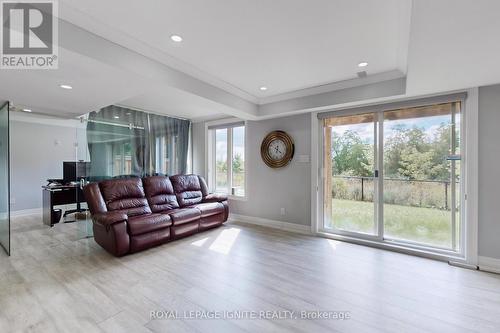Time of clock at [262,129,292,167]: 6:21
